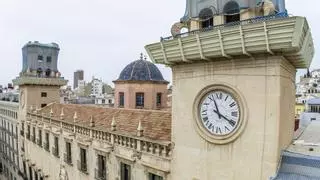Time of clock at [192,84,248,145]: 11:19
